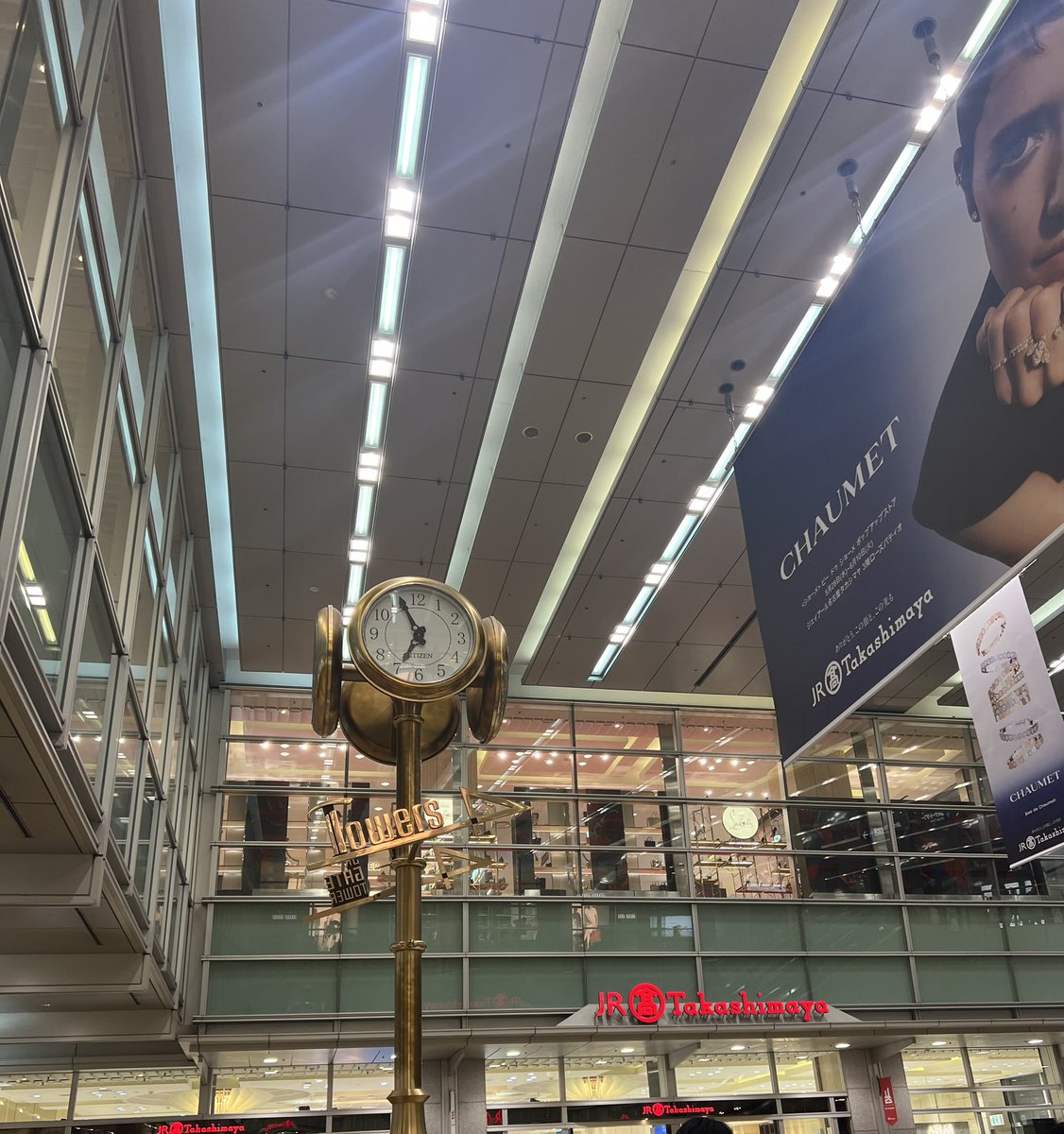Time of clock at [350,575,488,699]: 6:56
